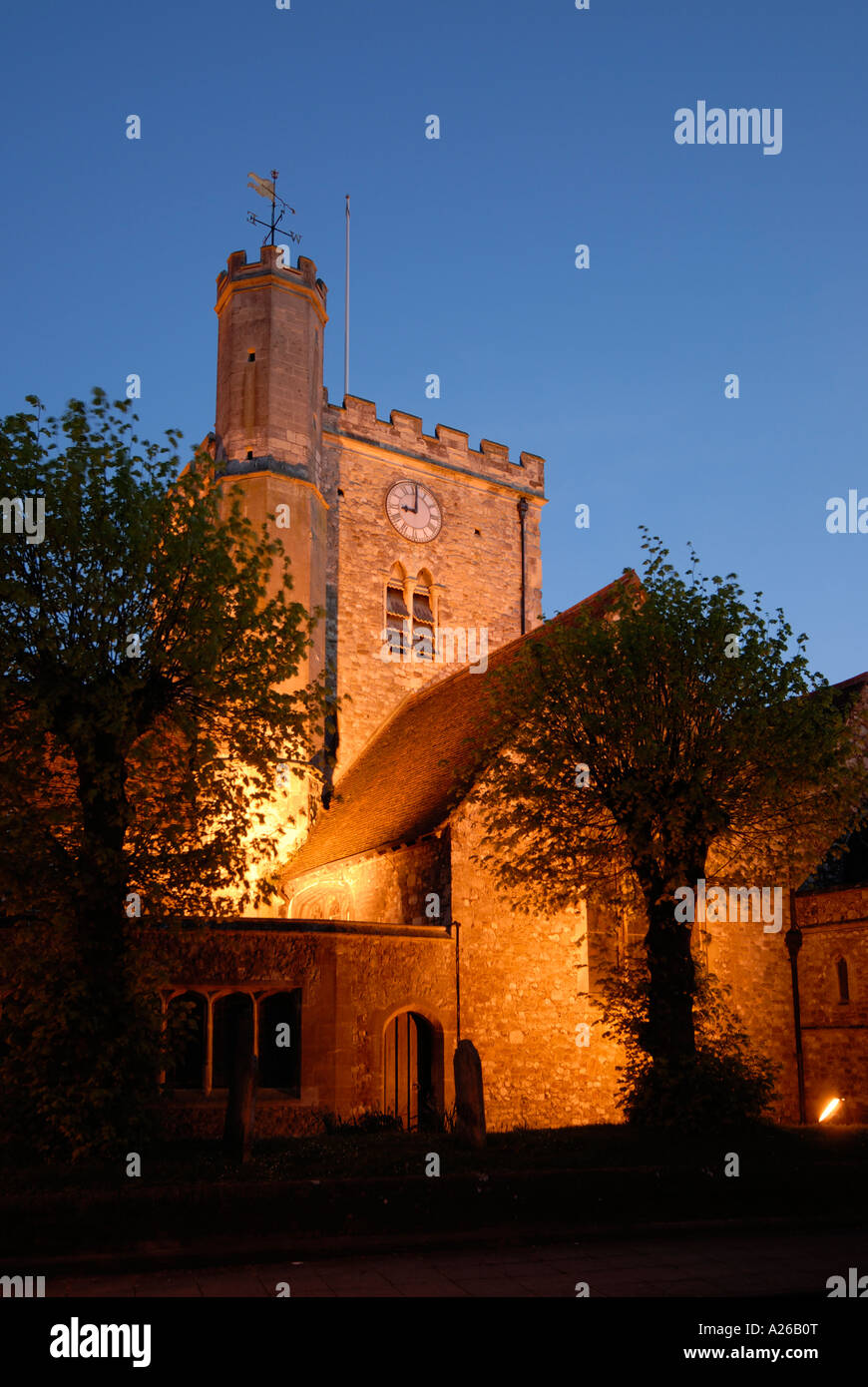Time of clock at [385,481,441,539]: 9:00
